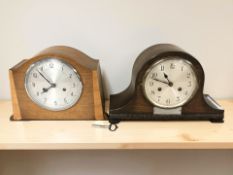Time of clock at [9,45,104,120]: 7:53
